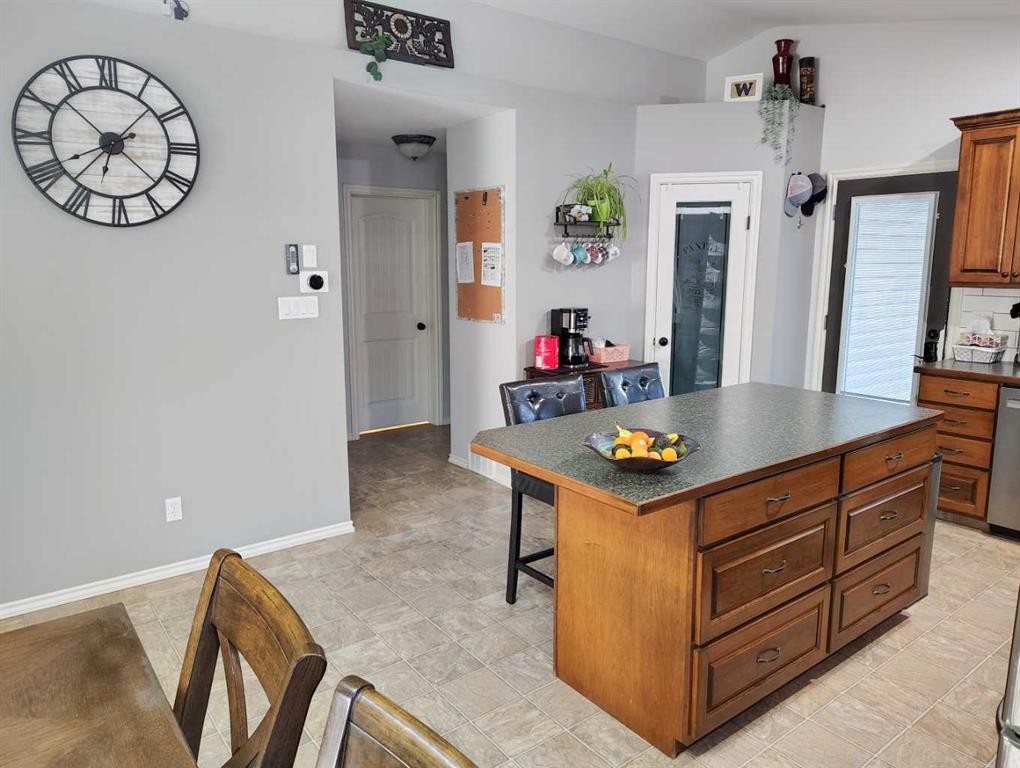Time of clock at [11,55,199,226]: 6:40
